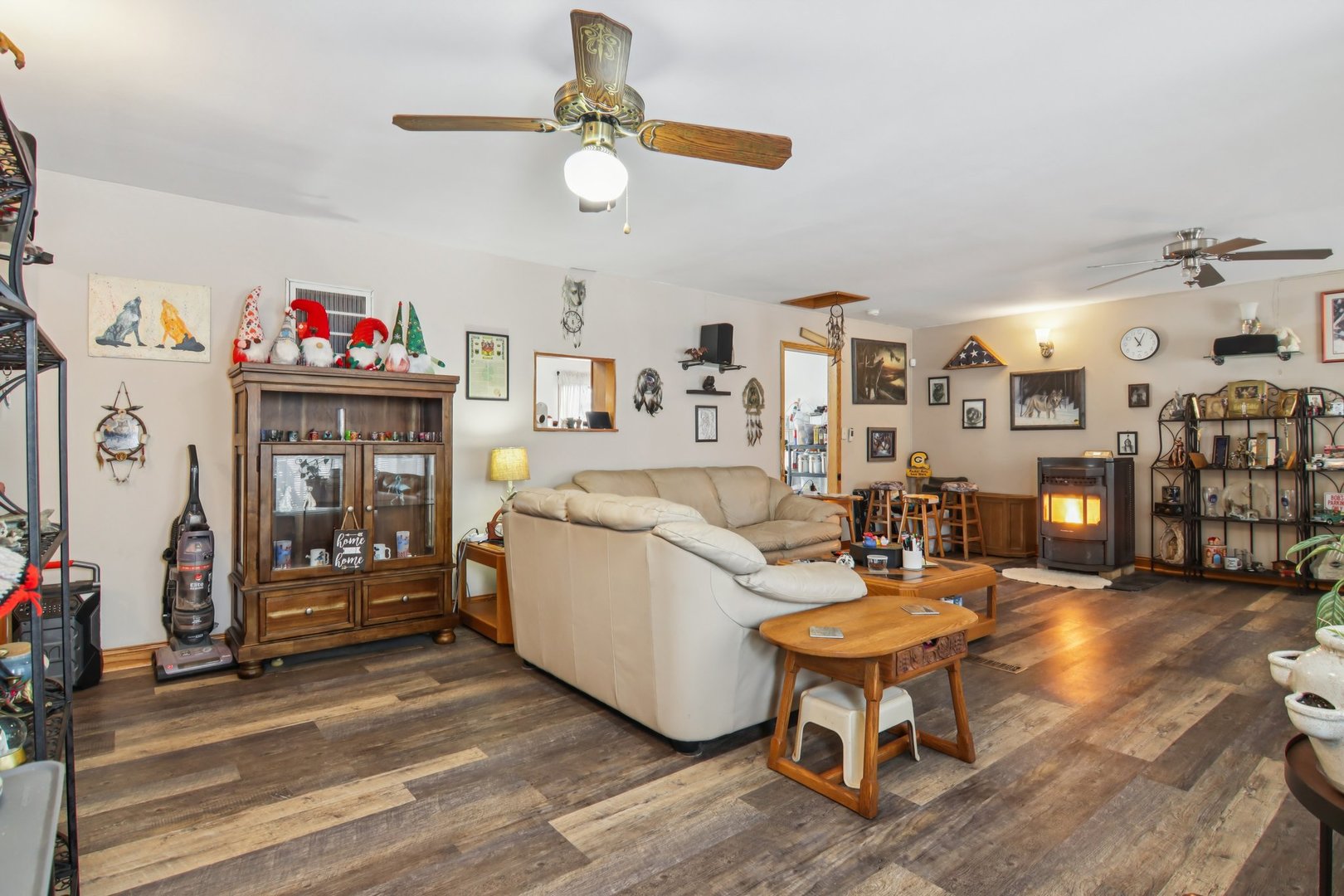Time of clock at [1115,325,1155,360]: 11:03
